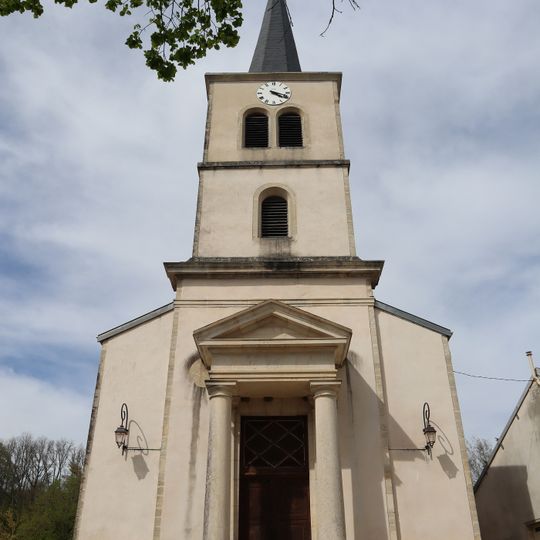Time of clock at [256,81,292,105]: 4:18
